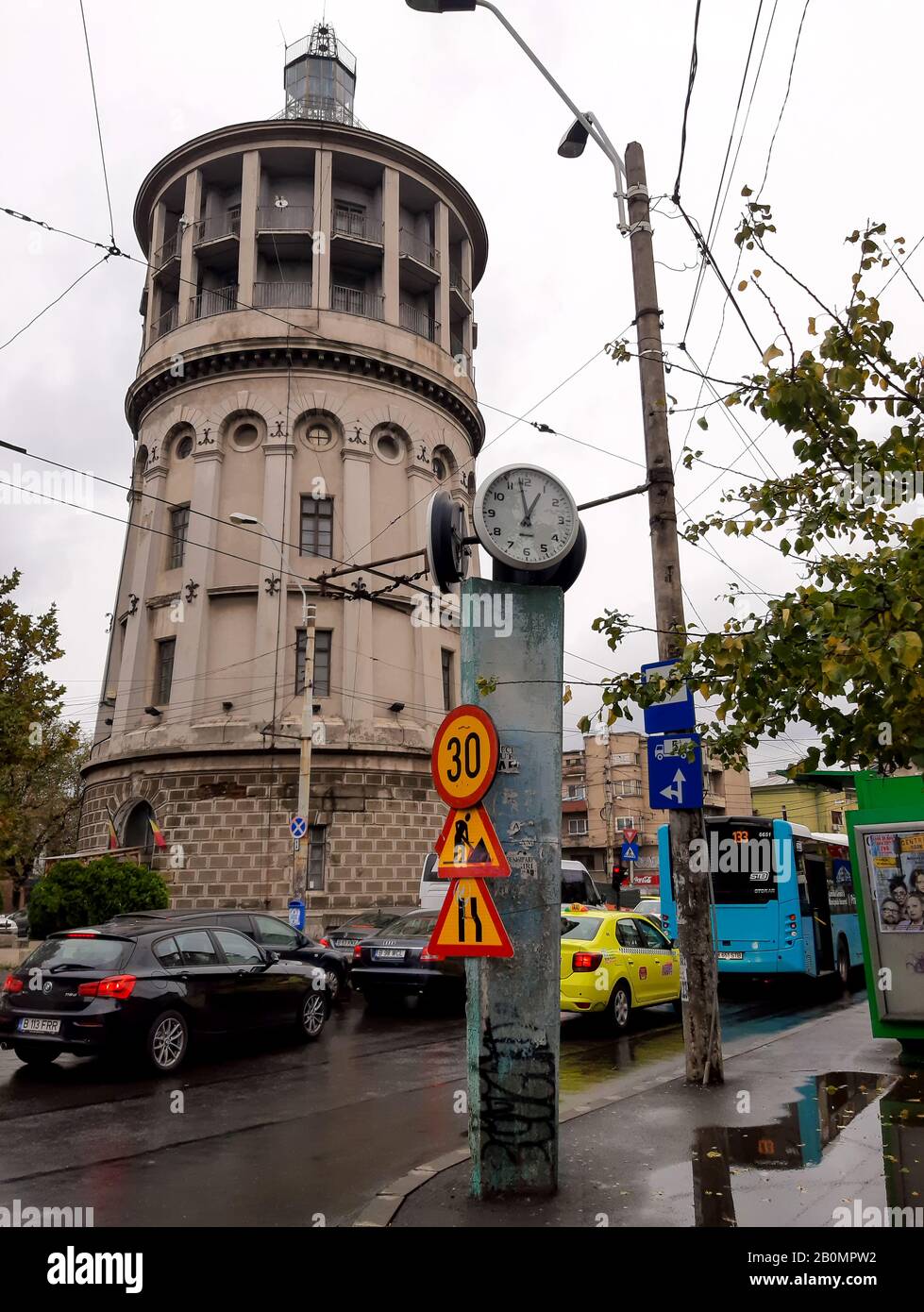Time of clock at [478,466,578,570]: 12:58
